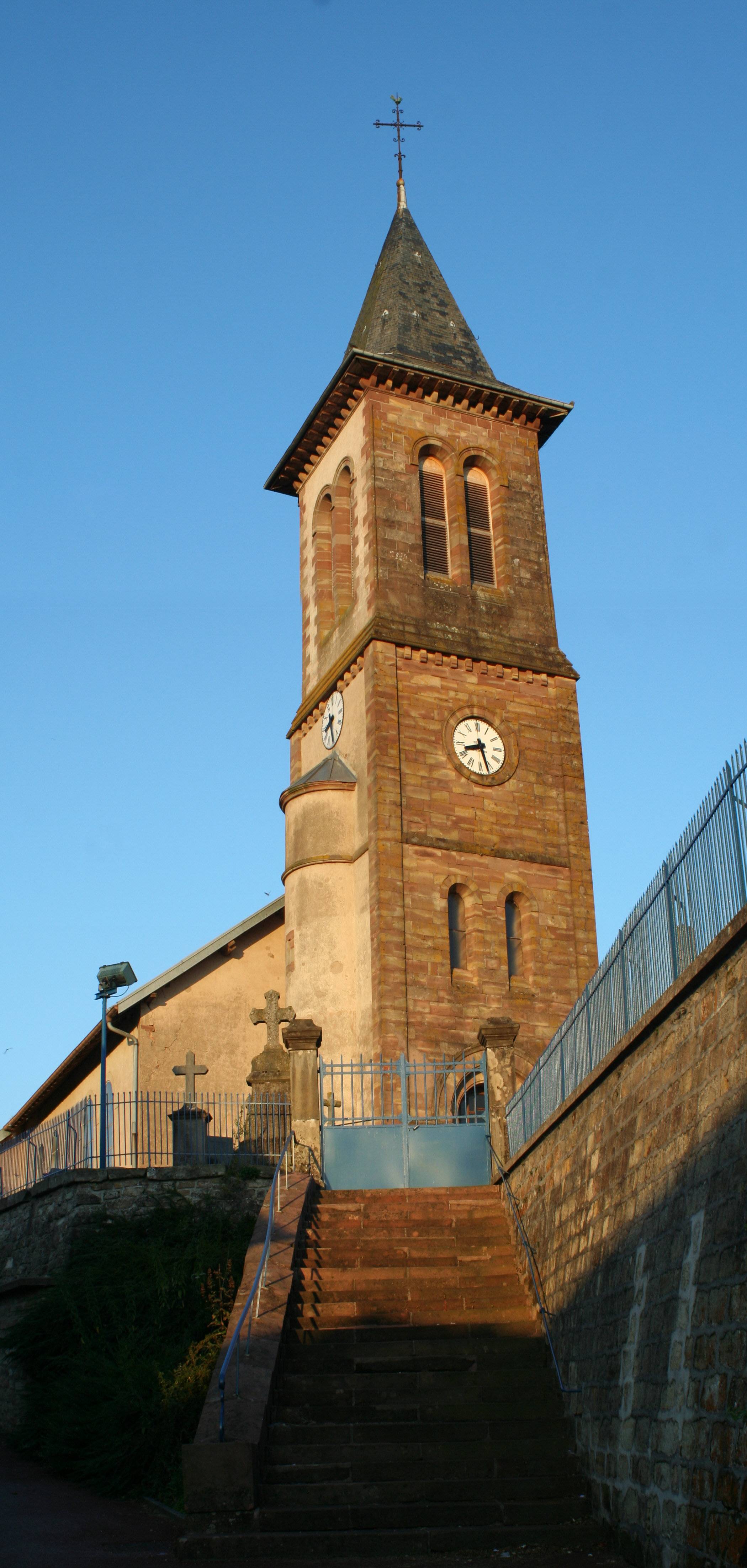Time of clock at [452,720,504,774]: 8:27
